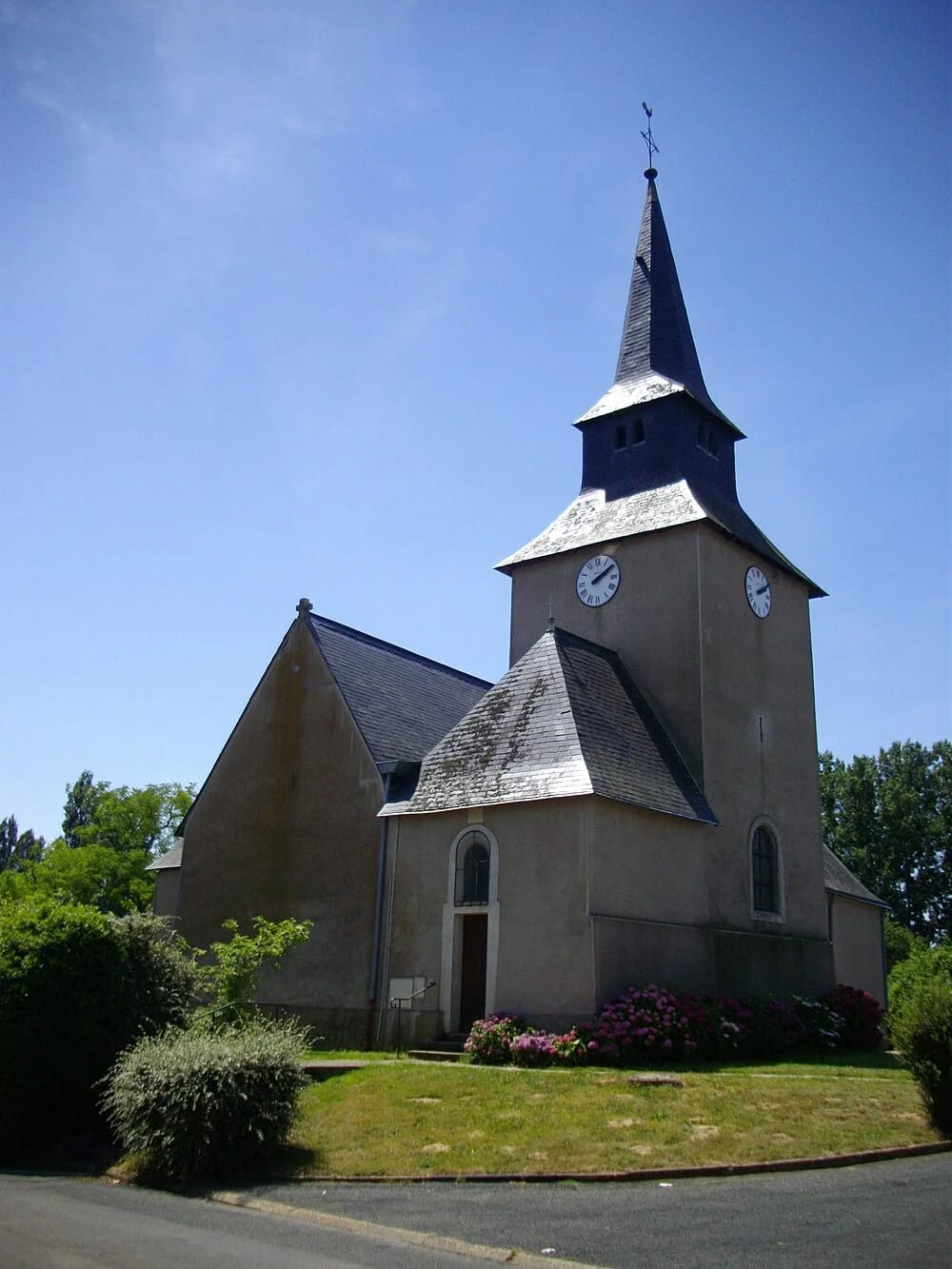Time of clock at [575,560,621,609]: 2:09
